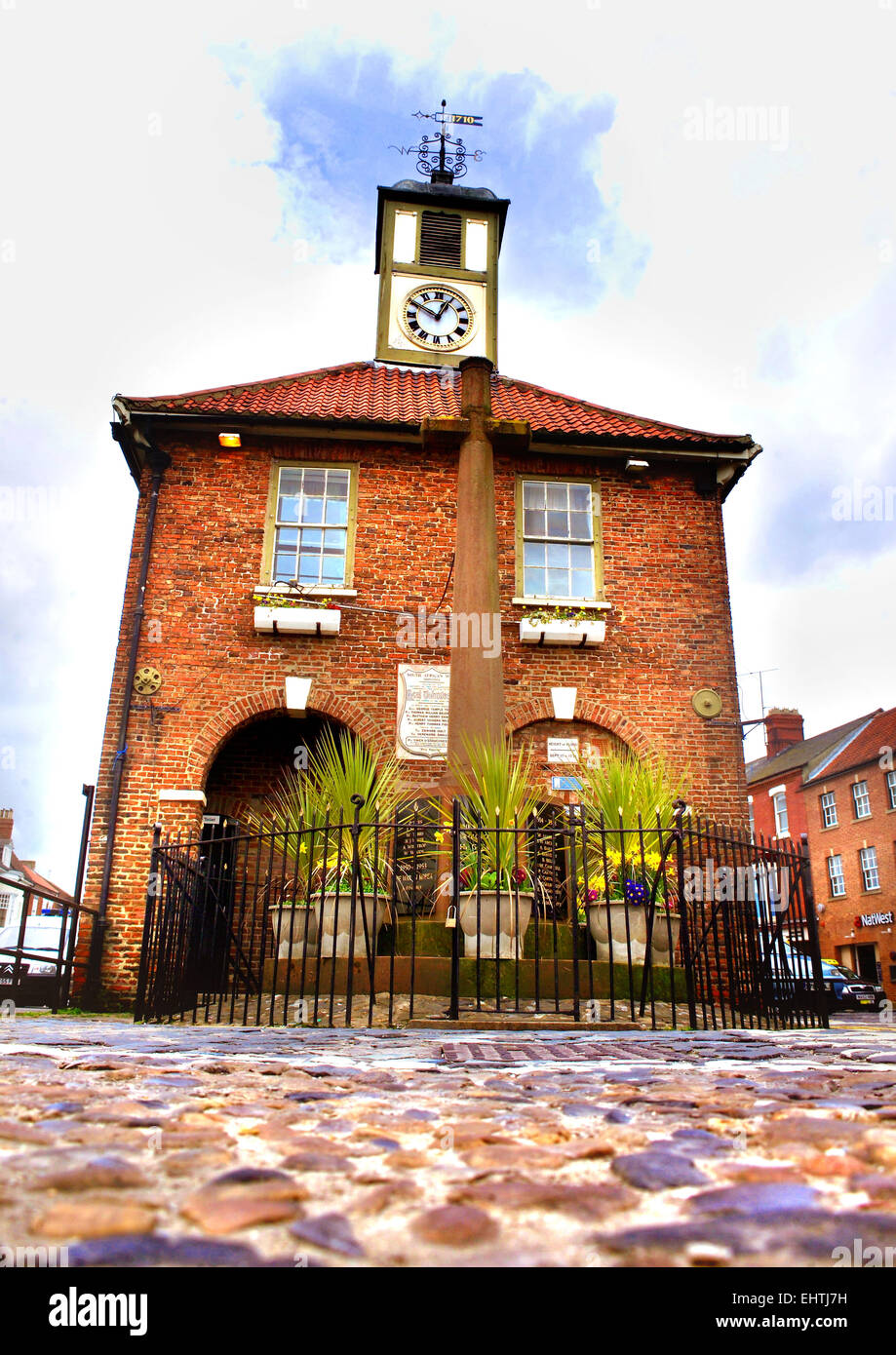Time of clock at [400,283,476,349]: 12:49
